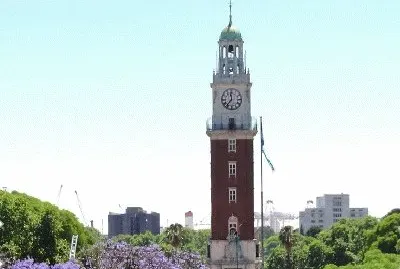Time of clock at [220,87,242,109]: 11:36
